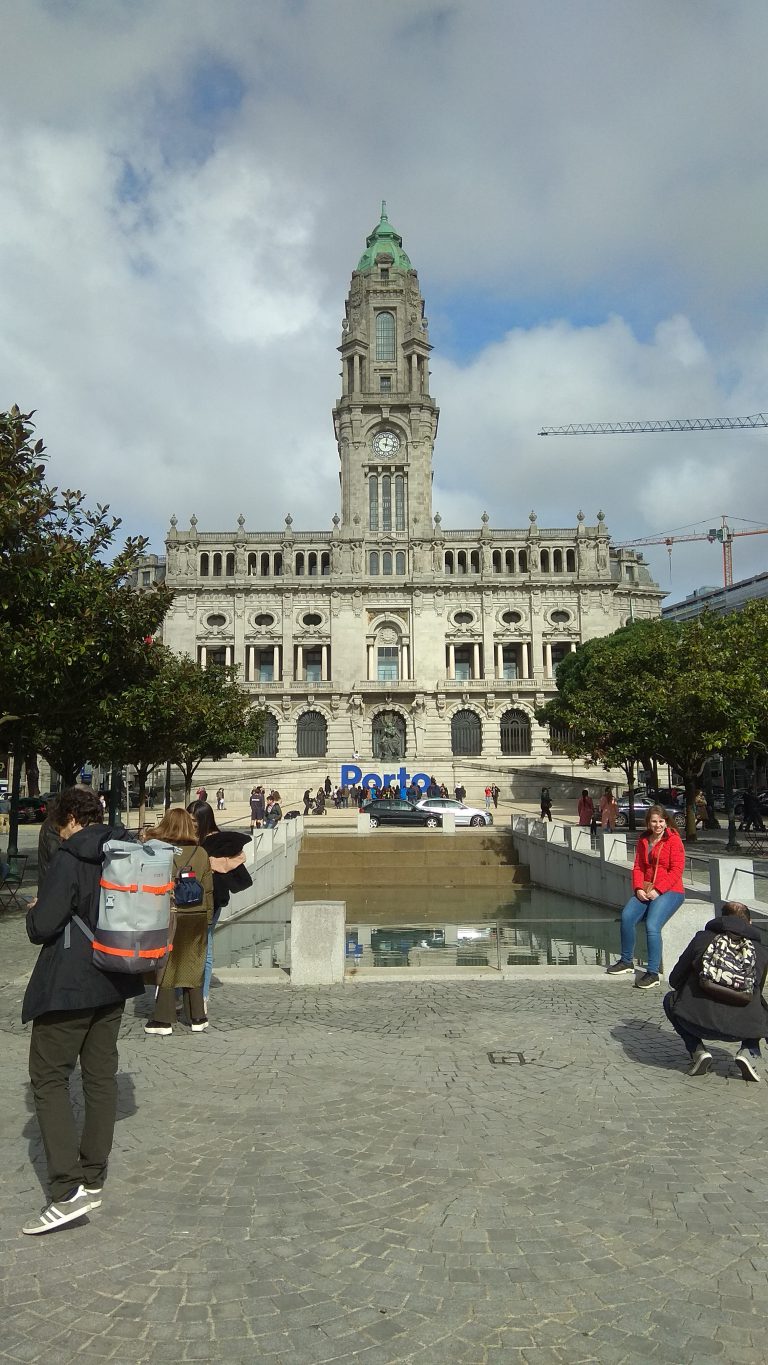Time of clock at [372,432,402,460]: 12:17
